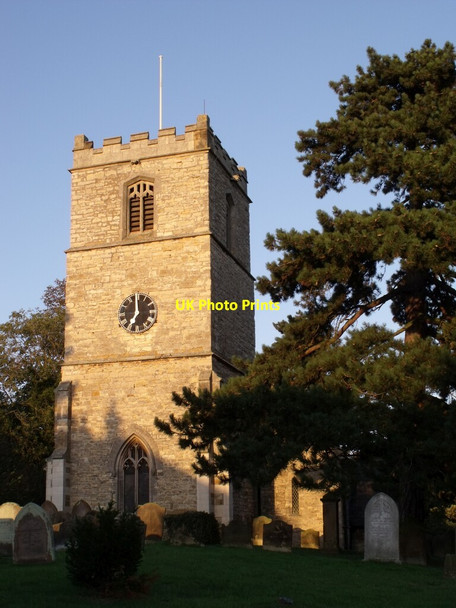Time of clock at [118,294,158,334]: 6:59
